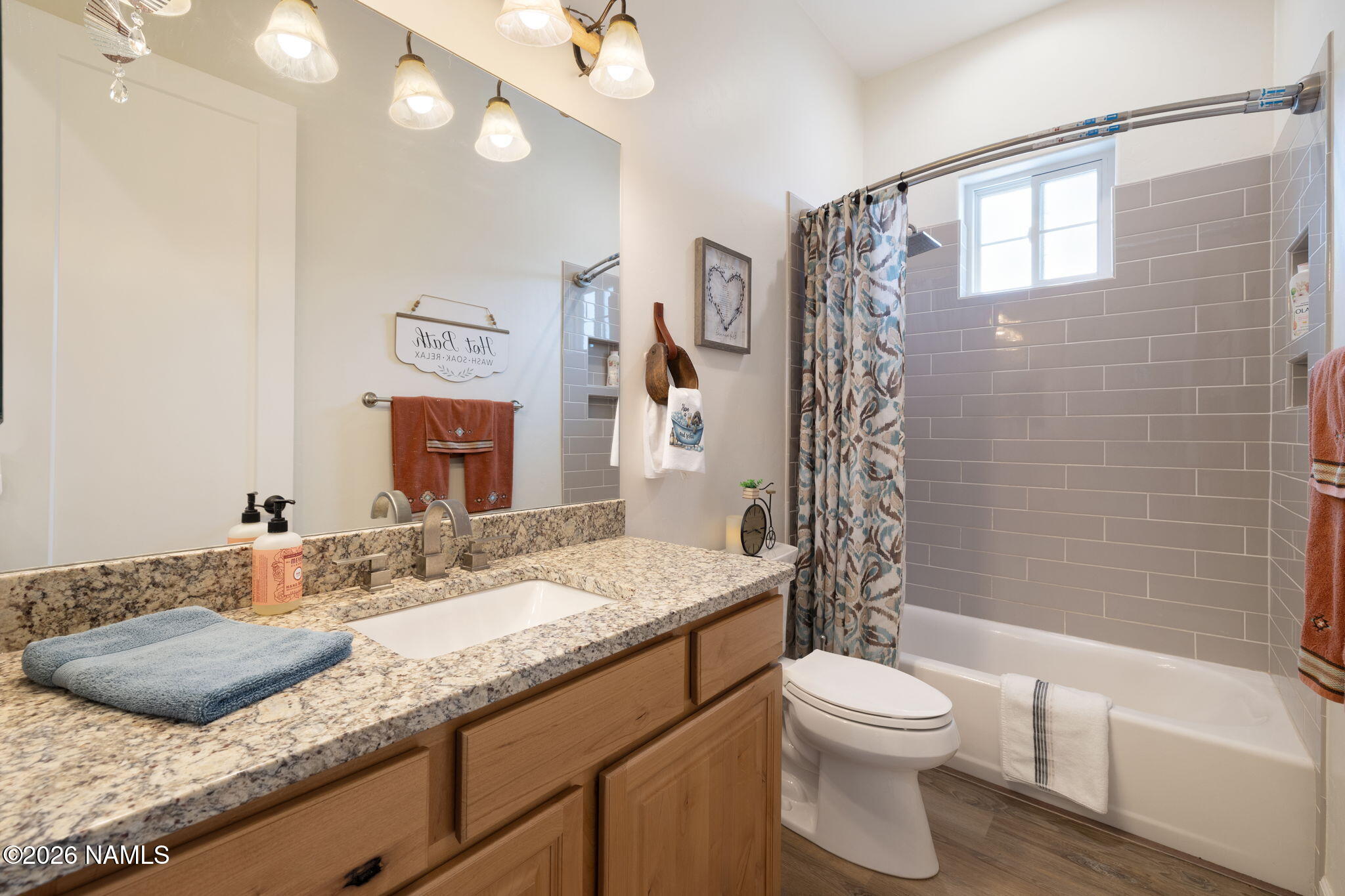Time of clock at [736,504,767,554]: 3:43
